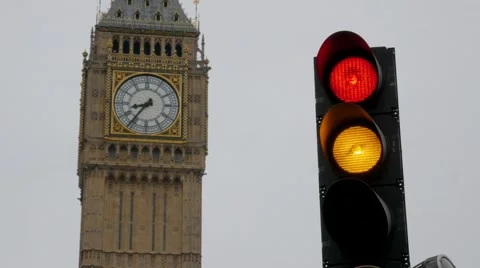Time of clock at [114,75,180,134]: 8:36
